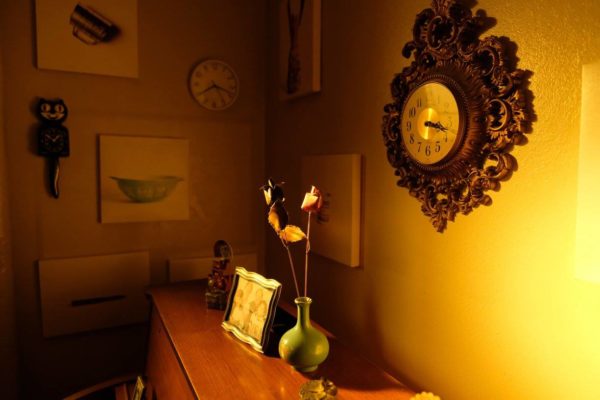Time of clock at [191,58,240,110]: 3:39
